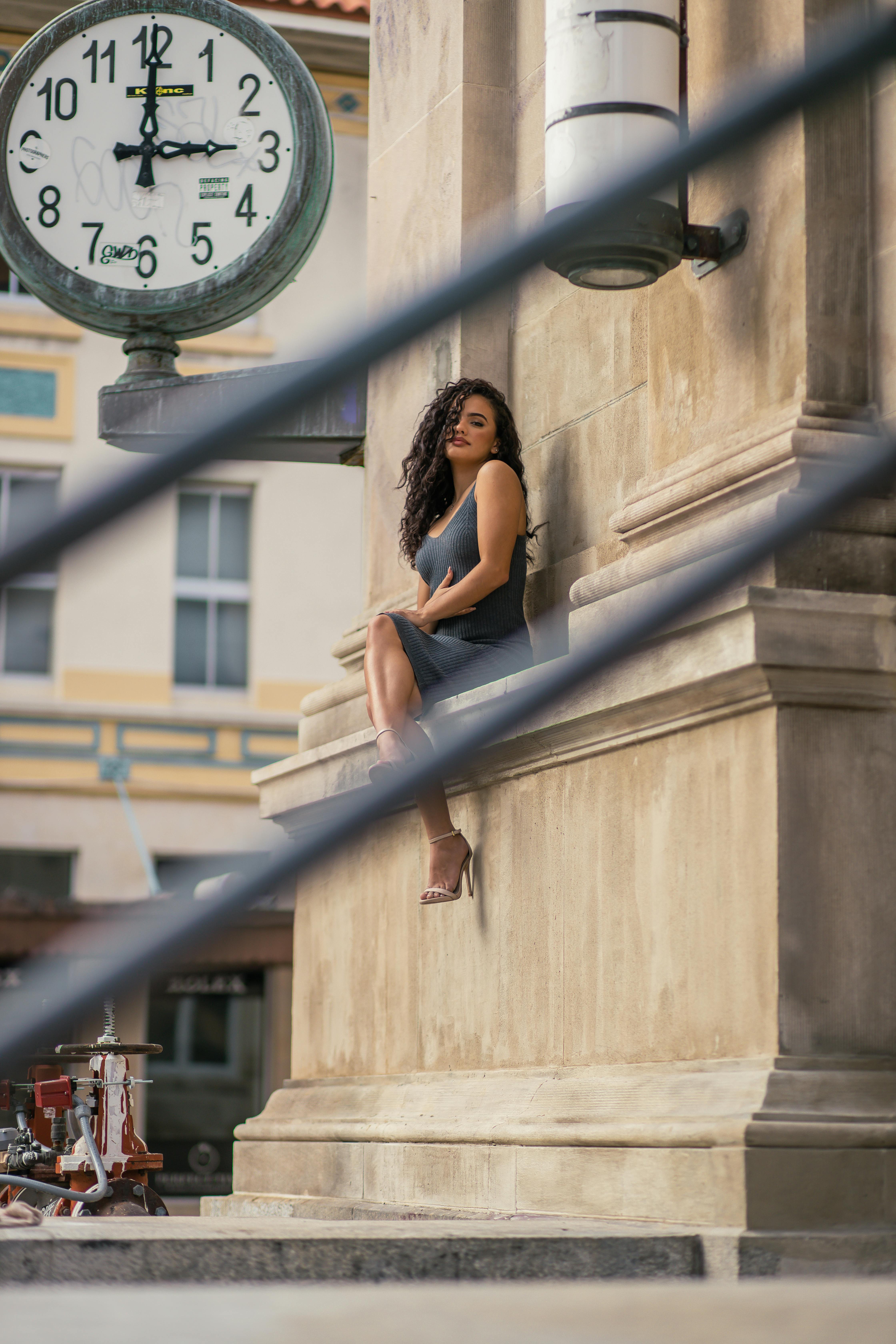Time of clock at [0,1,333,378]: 3:00
